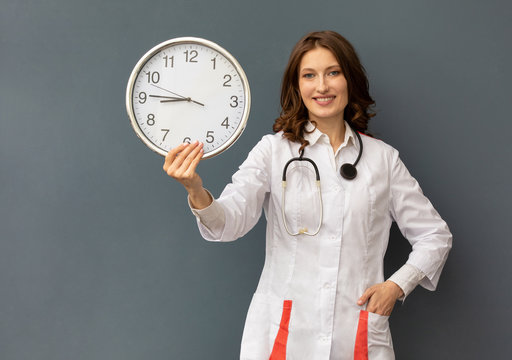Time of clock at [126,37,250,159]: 8:45
